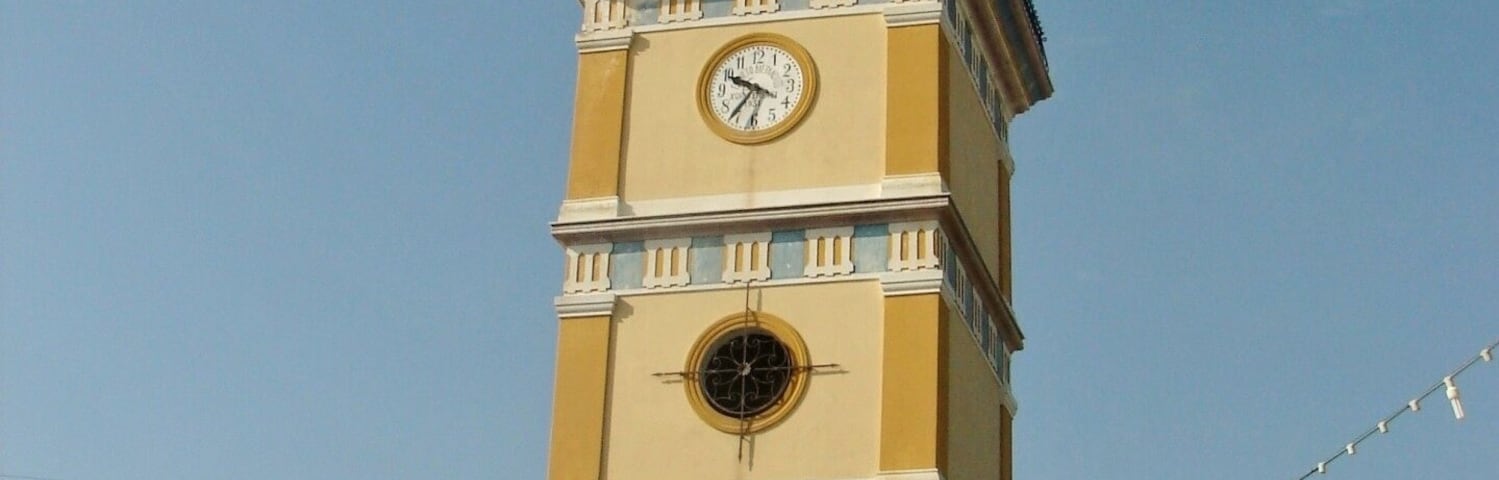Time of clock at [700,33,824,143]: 9:36
